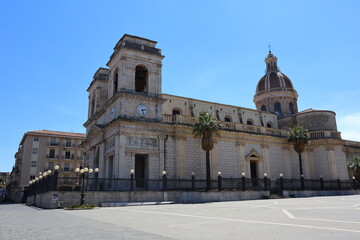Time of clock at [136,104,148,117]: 2:27
